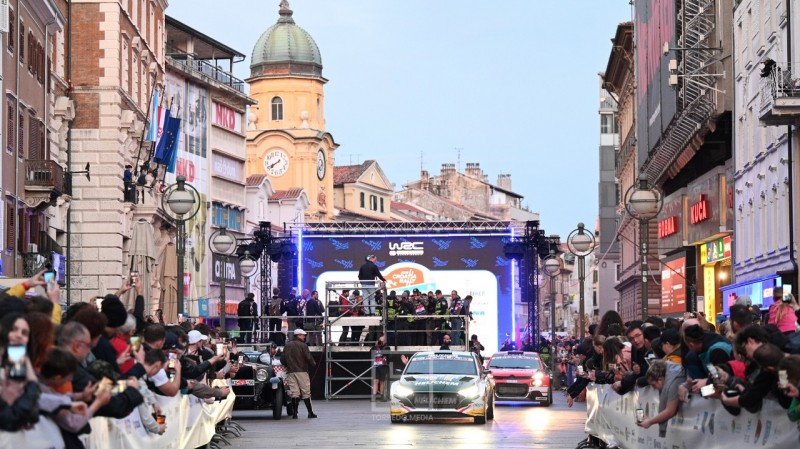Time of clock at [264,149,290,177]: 7:40
